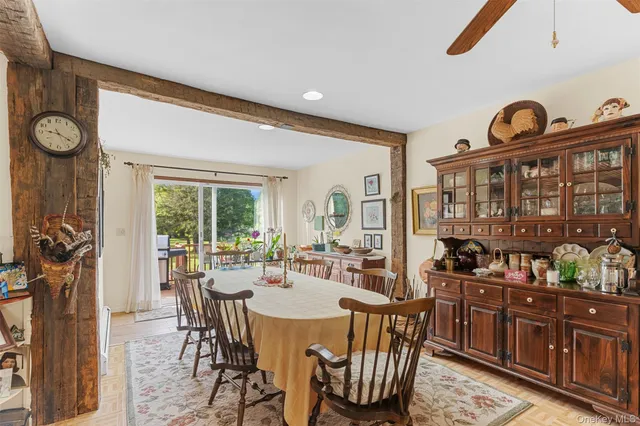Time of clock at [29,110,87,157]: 9:20
